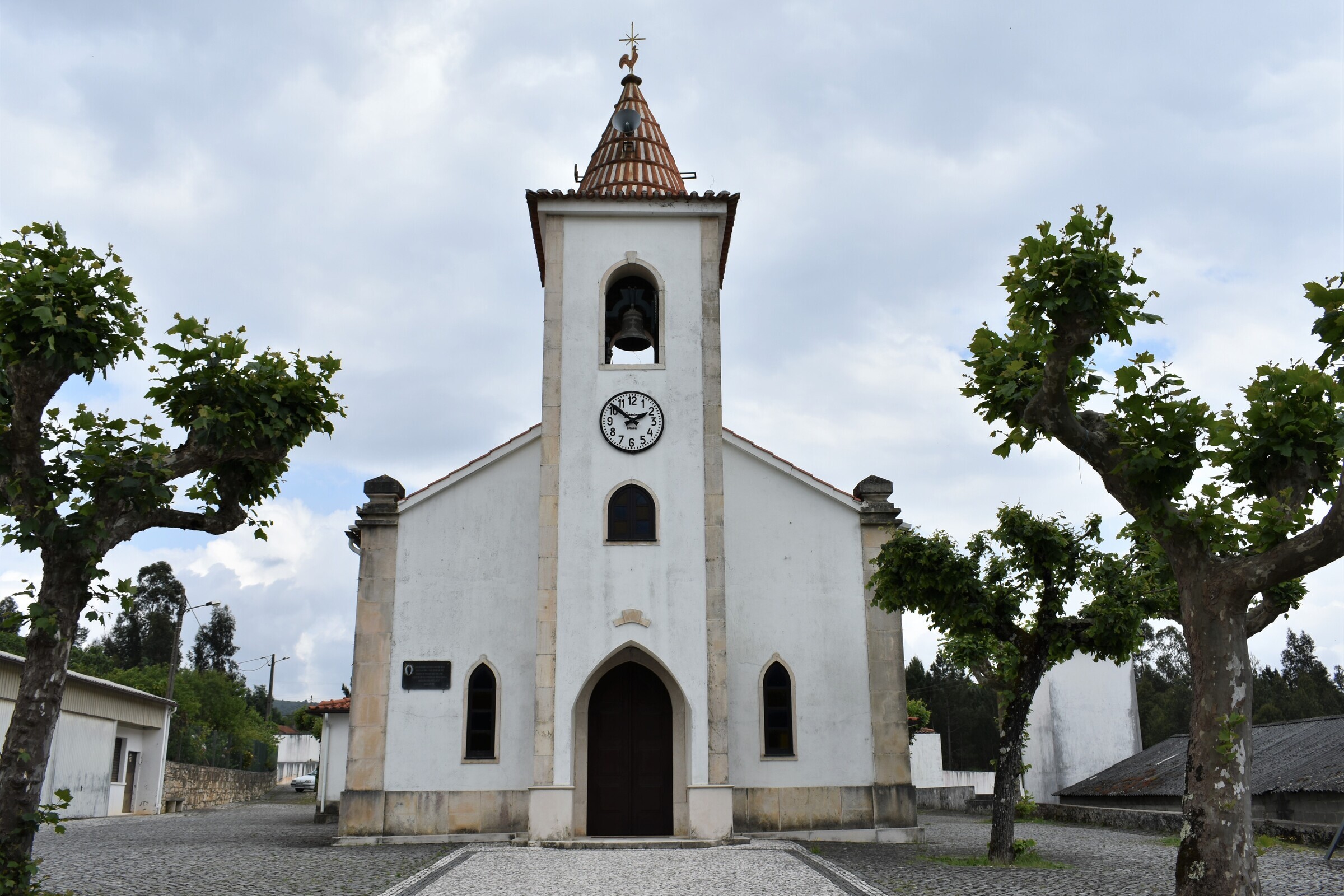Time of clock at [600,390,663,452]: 1:51
